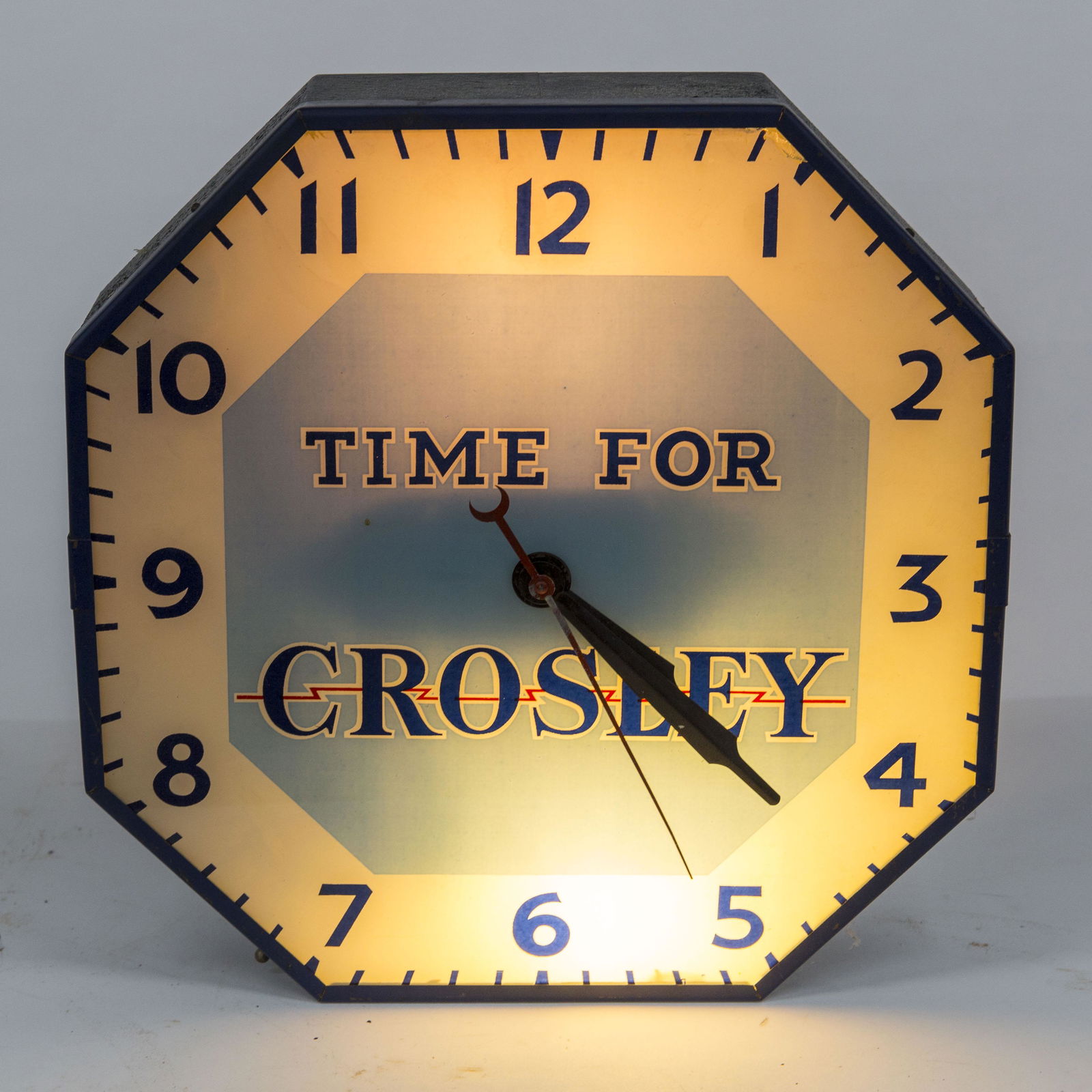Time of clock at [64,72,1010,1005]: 4:22
